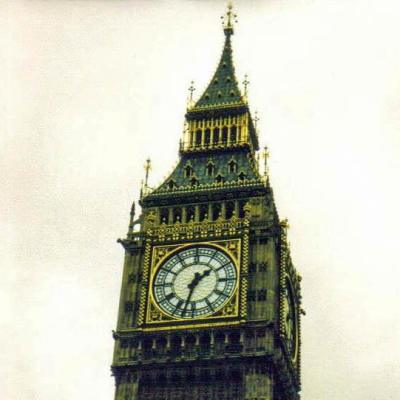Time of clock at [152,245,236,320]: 1:32
